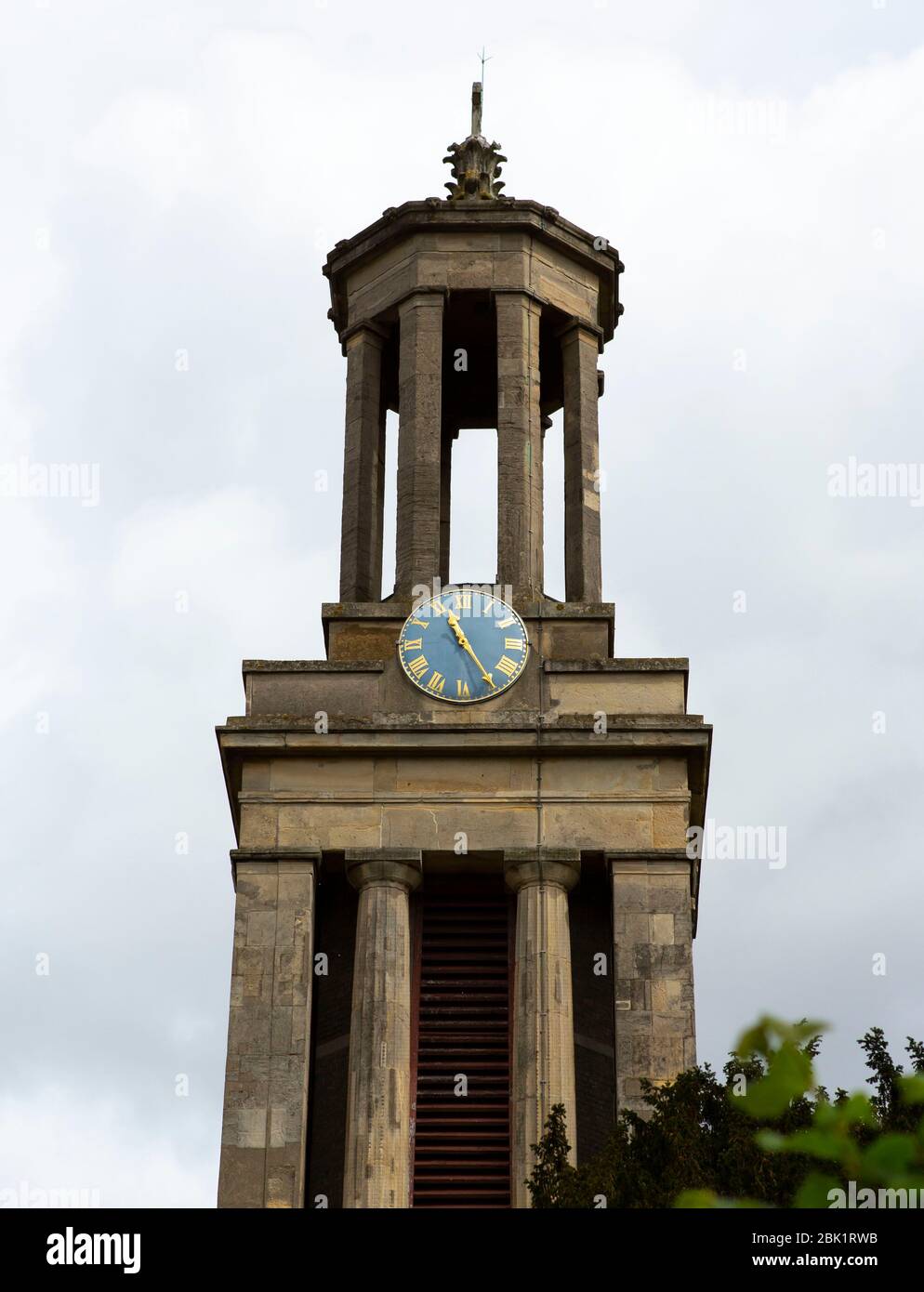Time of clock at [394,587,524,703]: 11:24
